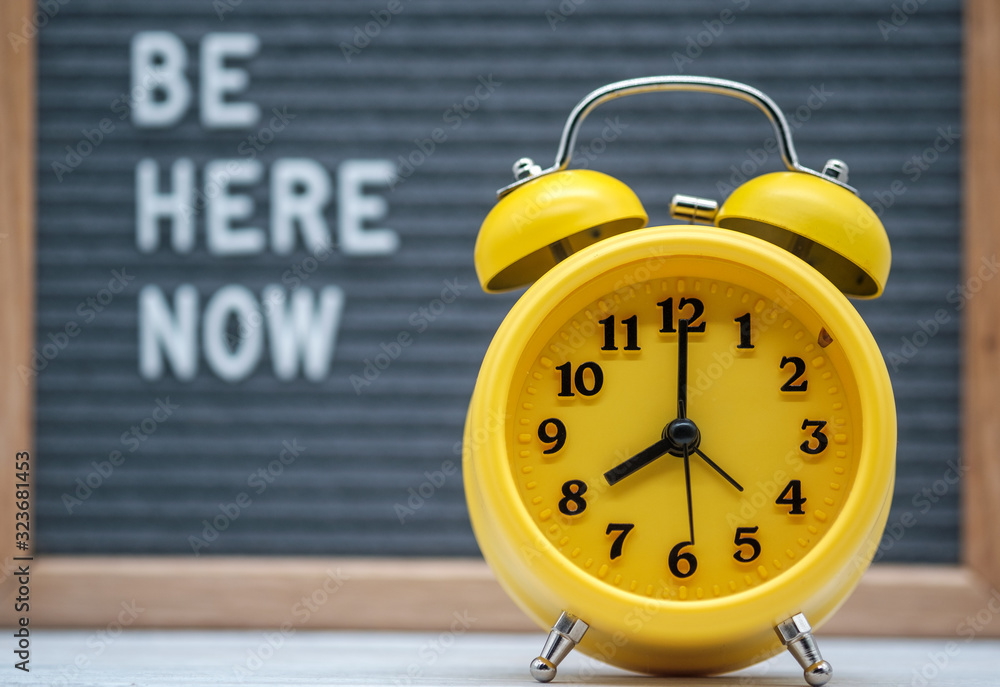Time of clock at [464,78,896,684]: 8:00
